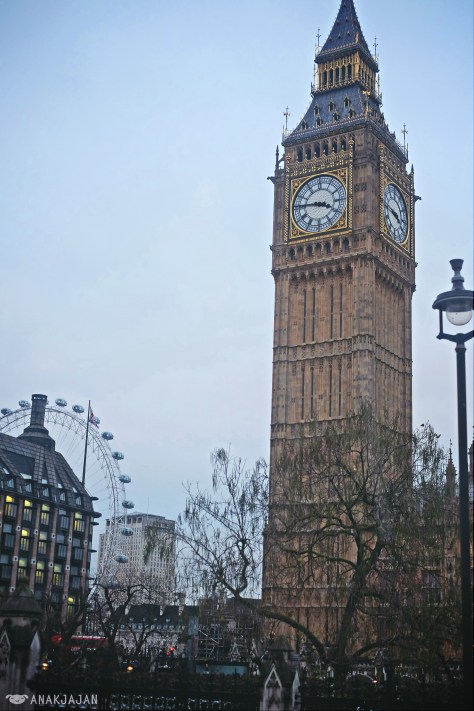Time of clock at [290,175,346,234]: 3:45
